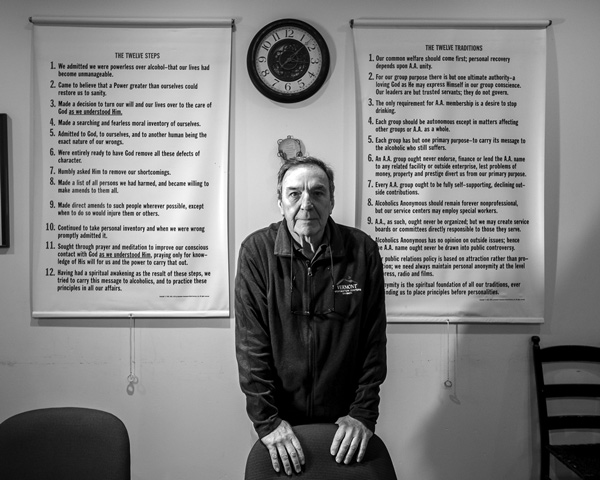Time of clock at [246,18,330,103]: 3:07
